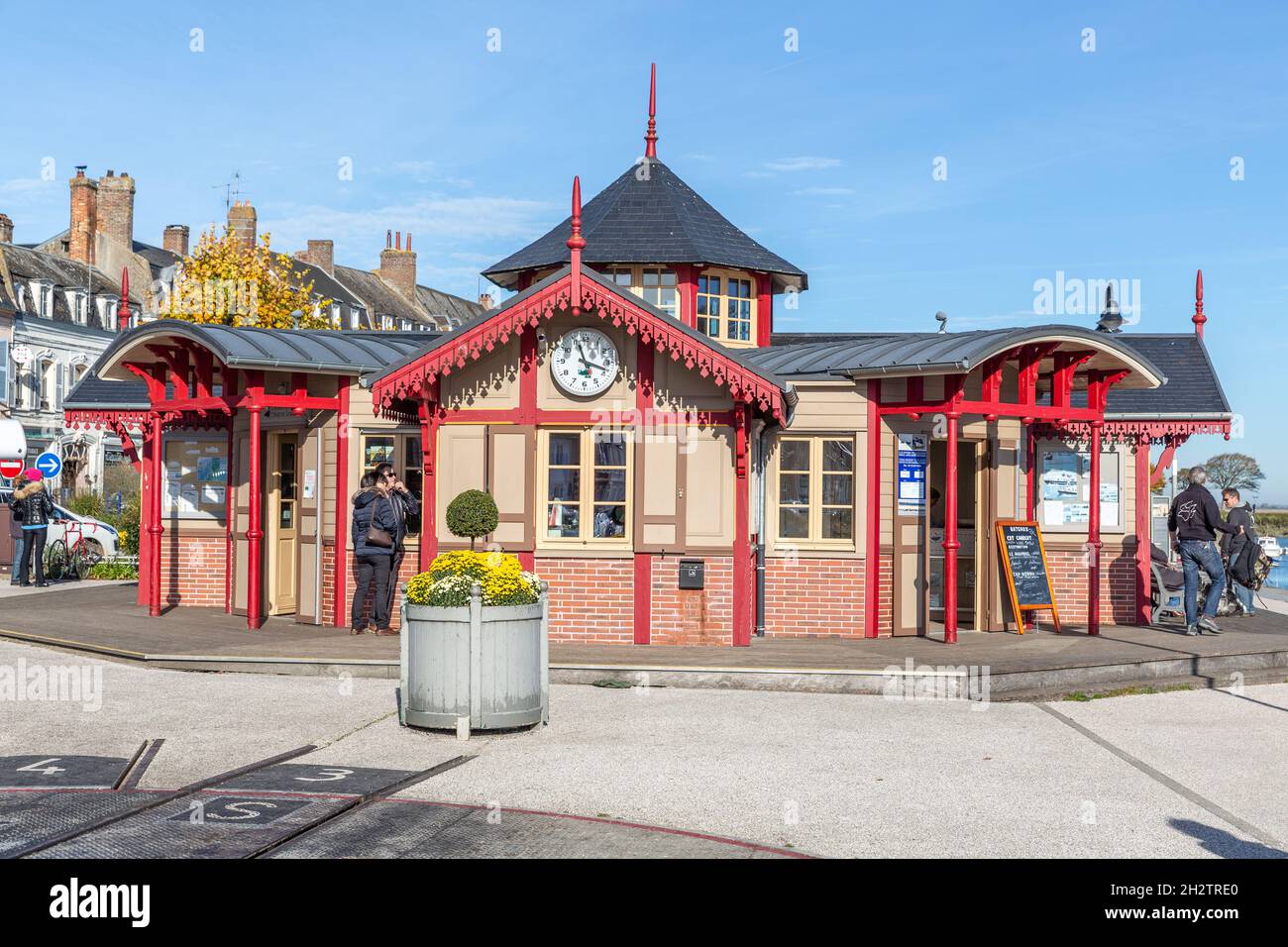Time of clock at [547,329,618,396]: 11:18
